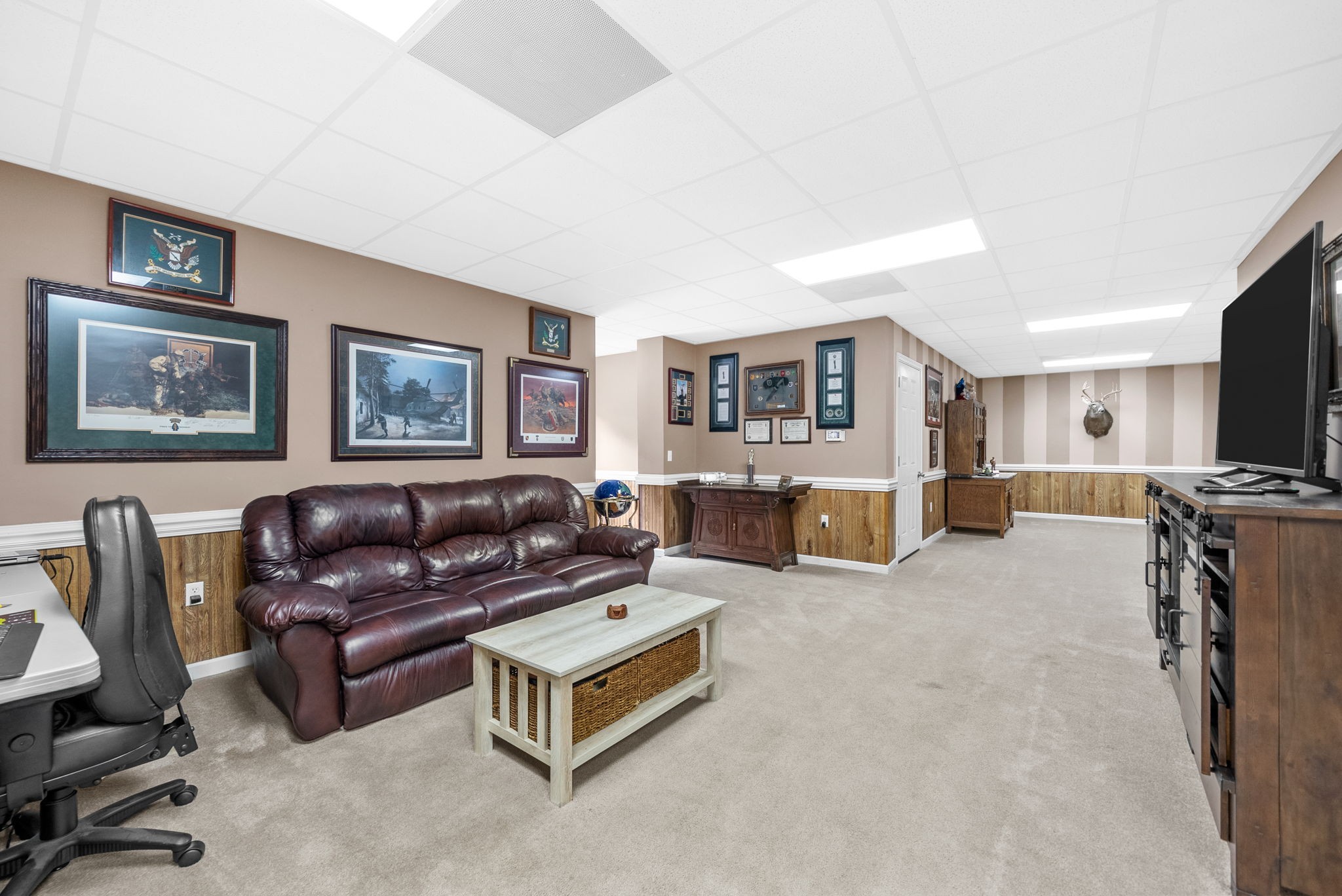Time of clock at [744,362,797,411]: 1:37
